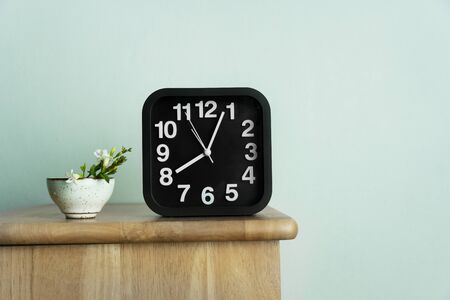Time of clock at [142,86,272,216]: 8:03
